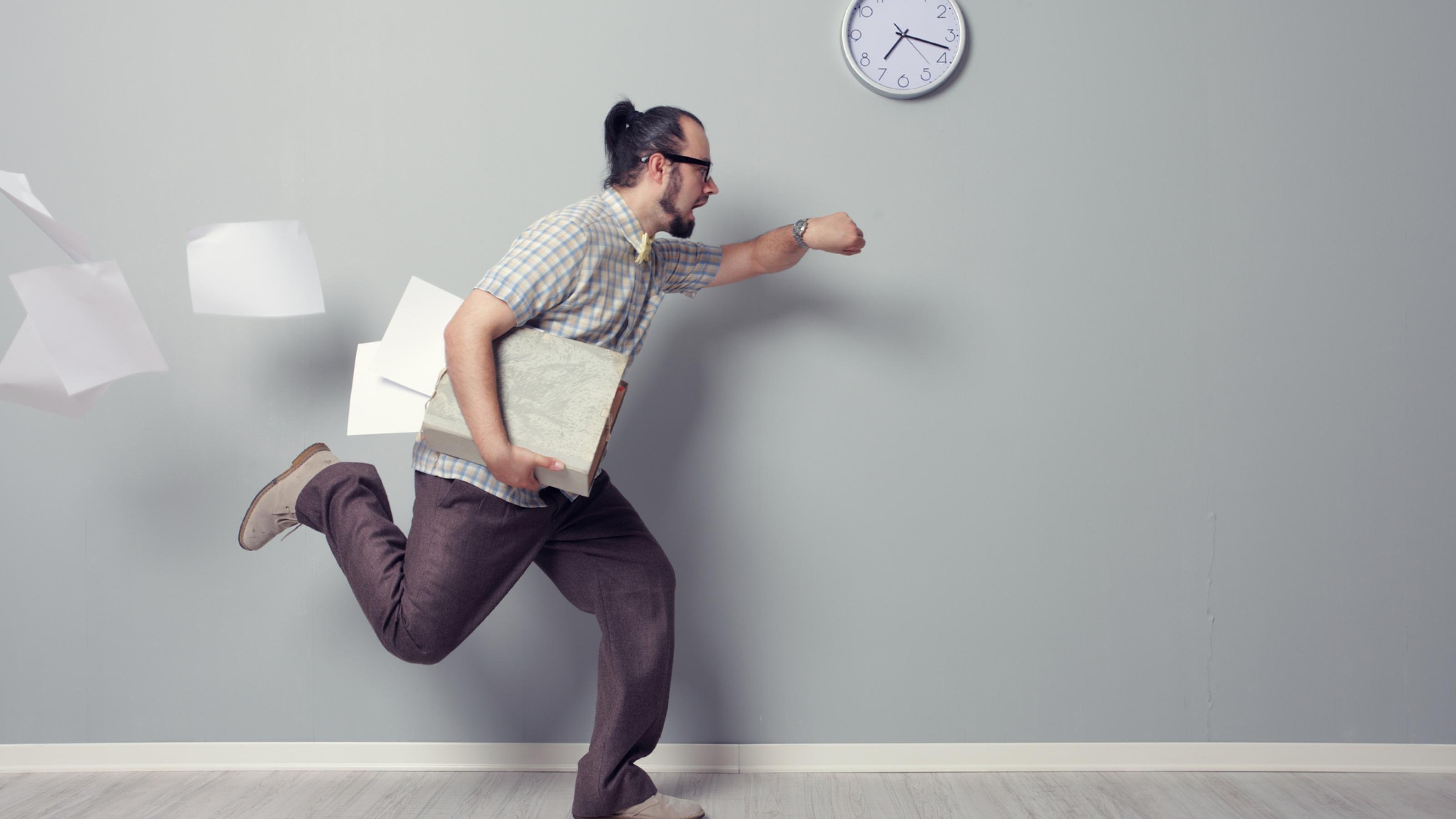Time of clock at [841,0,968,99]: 7:17
